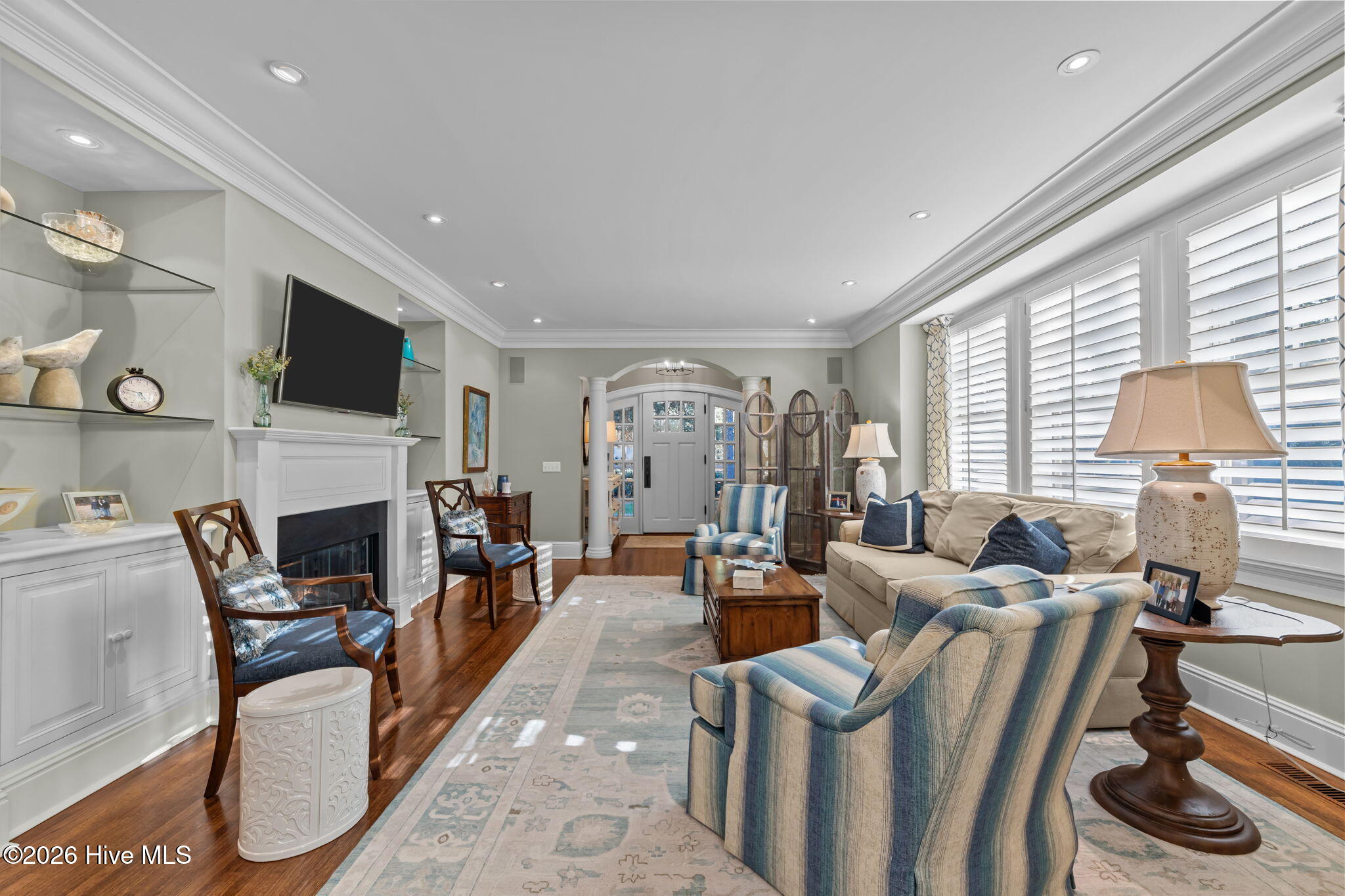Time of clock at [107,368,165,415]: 4:47
